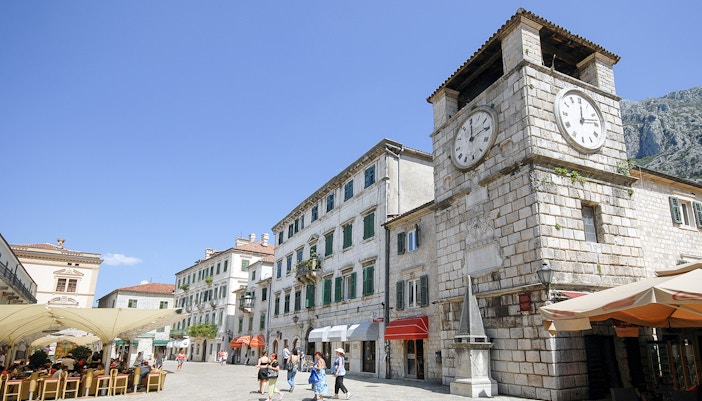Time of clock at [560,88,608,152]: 12:12
